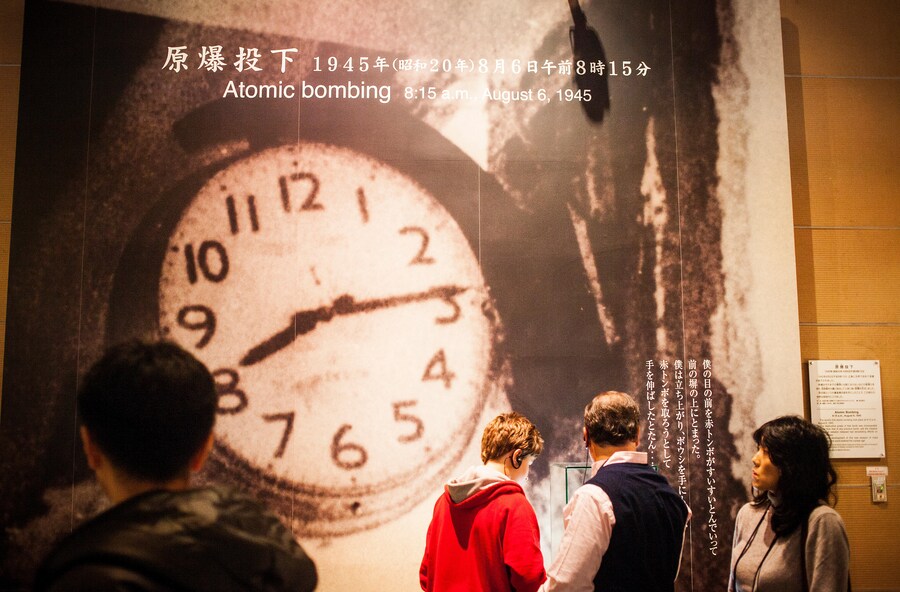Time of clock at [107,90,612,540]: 8:14
